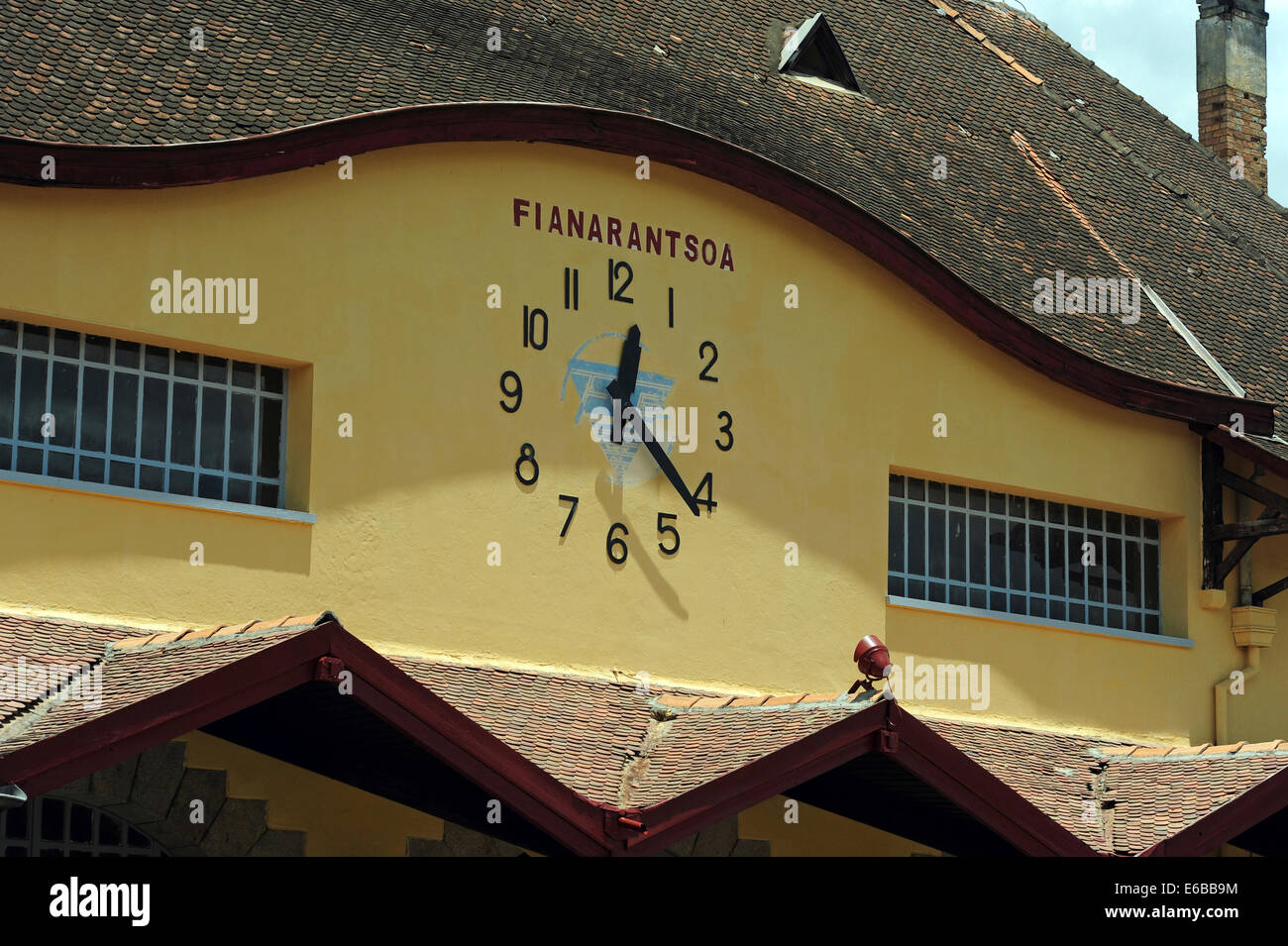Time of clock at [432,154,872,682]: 12:21
